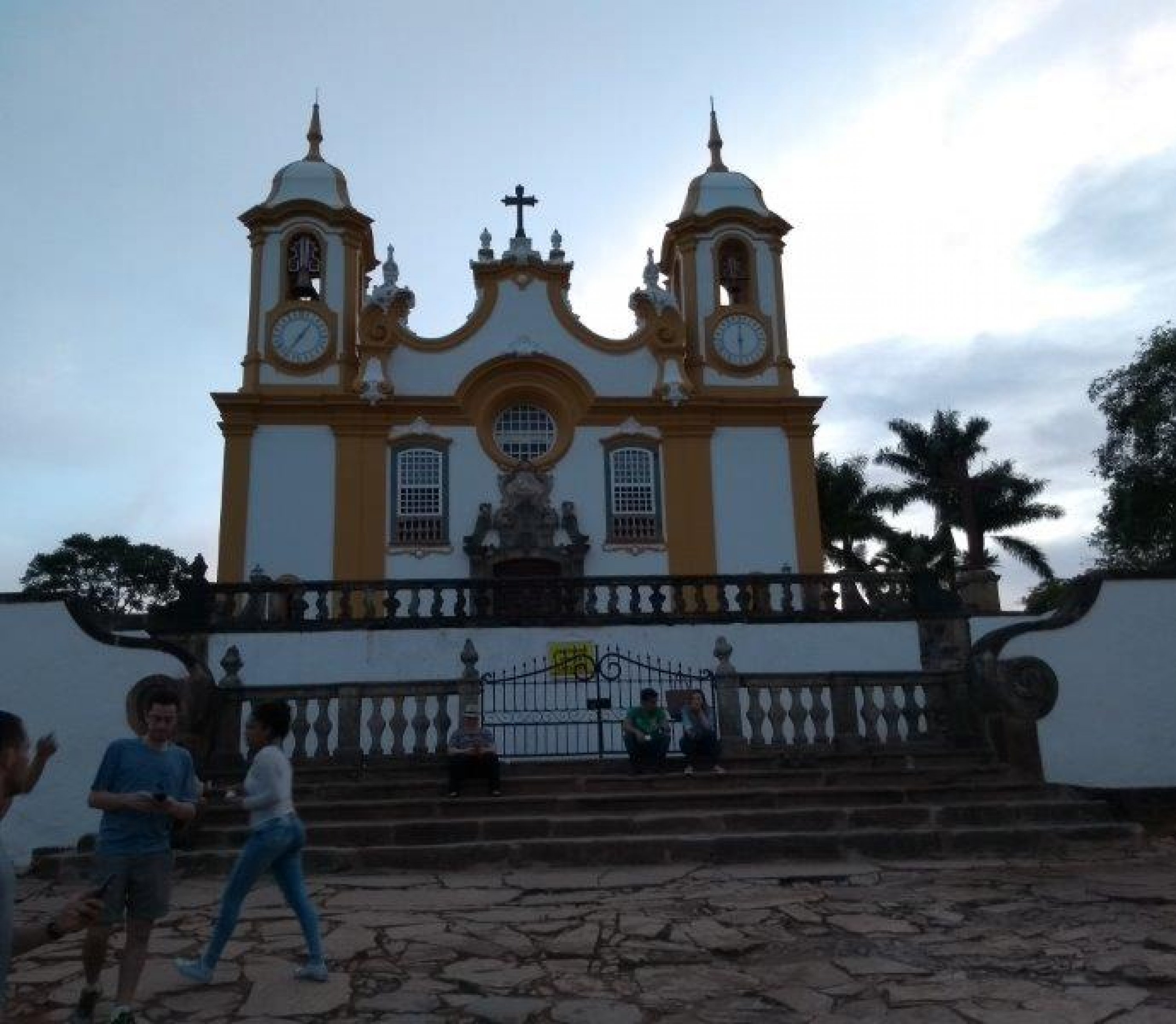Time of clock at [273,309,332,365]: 7:06
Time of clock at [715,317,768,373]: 6:00
